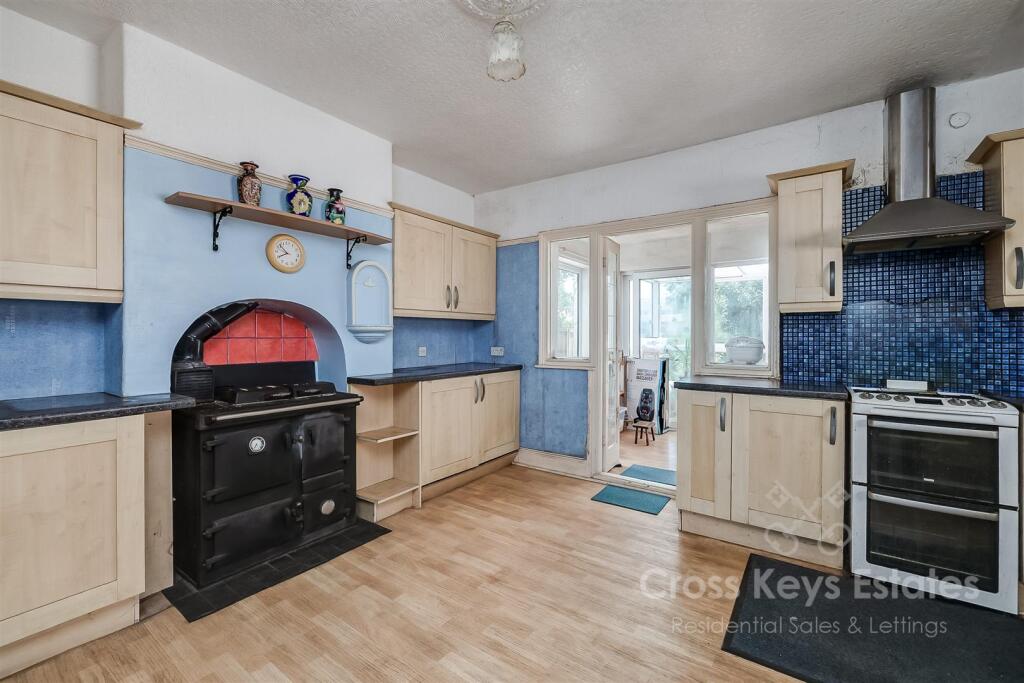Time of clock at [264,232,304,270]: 7:52
